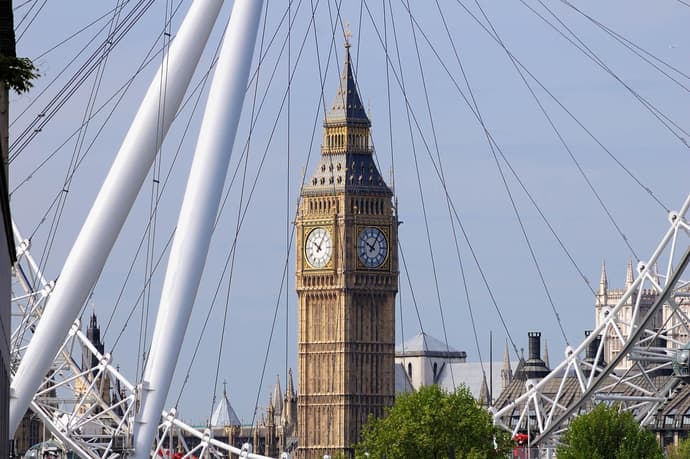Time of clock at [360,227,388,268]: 10:05
